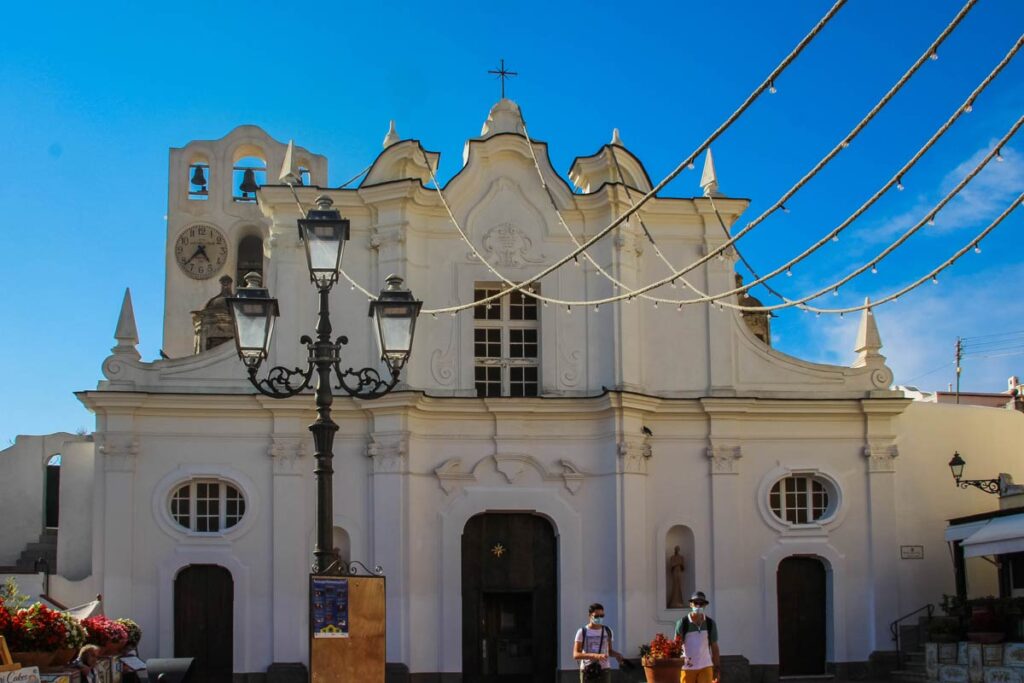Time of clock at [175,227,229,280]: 4:37
